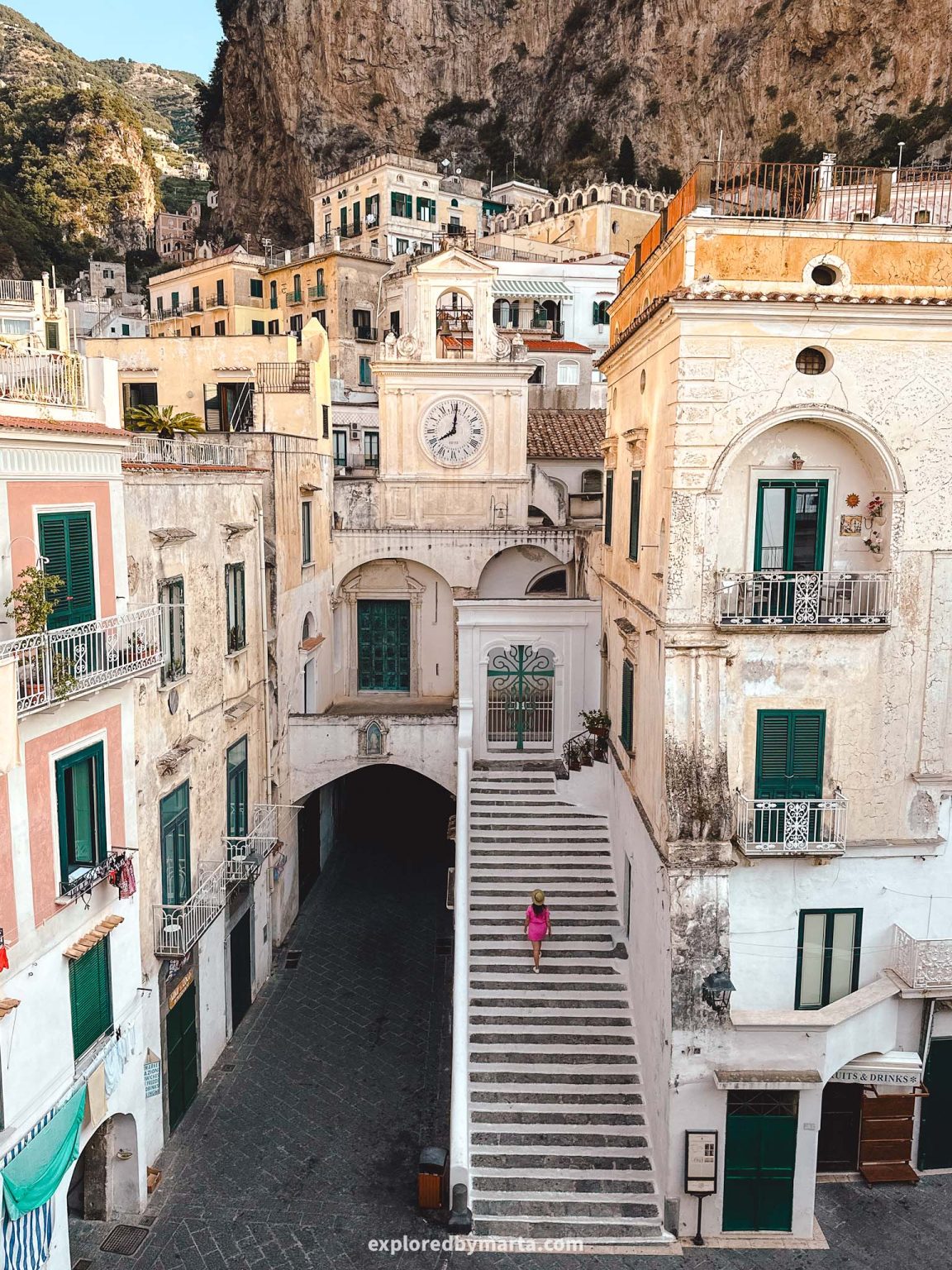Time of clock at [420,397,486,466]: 8:01
